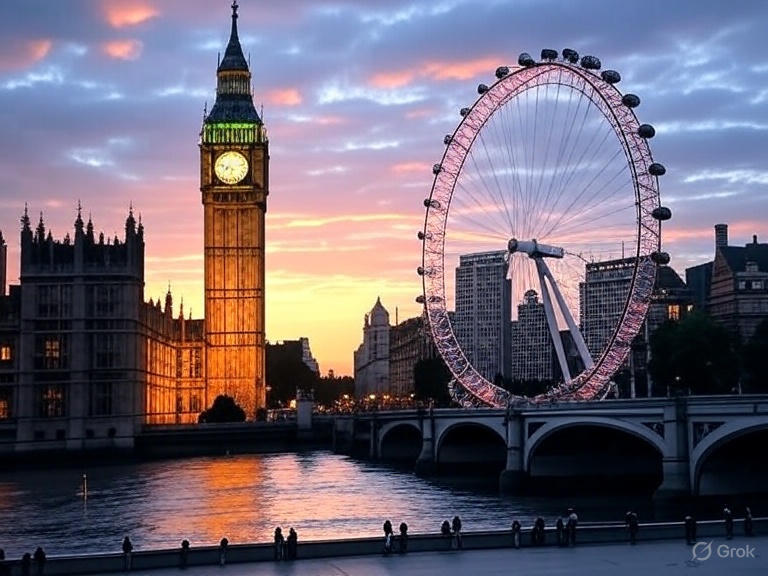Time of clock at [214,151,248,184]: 7:12
